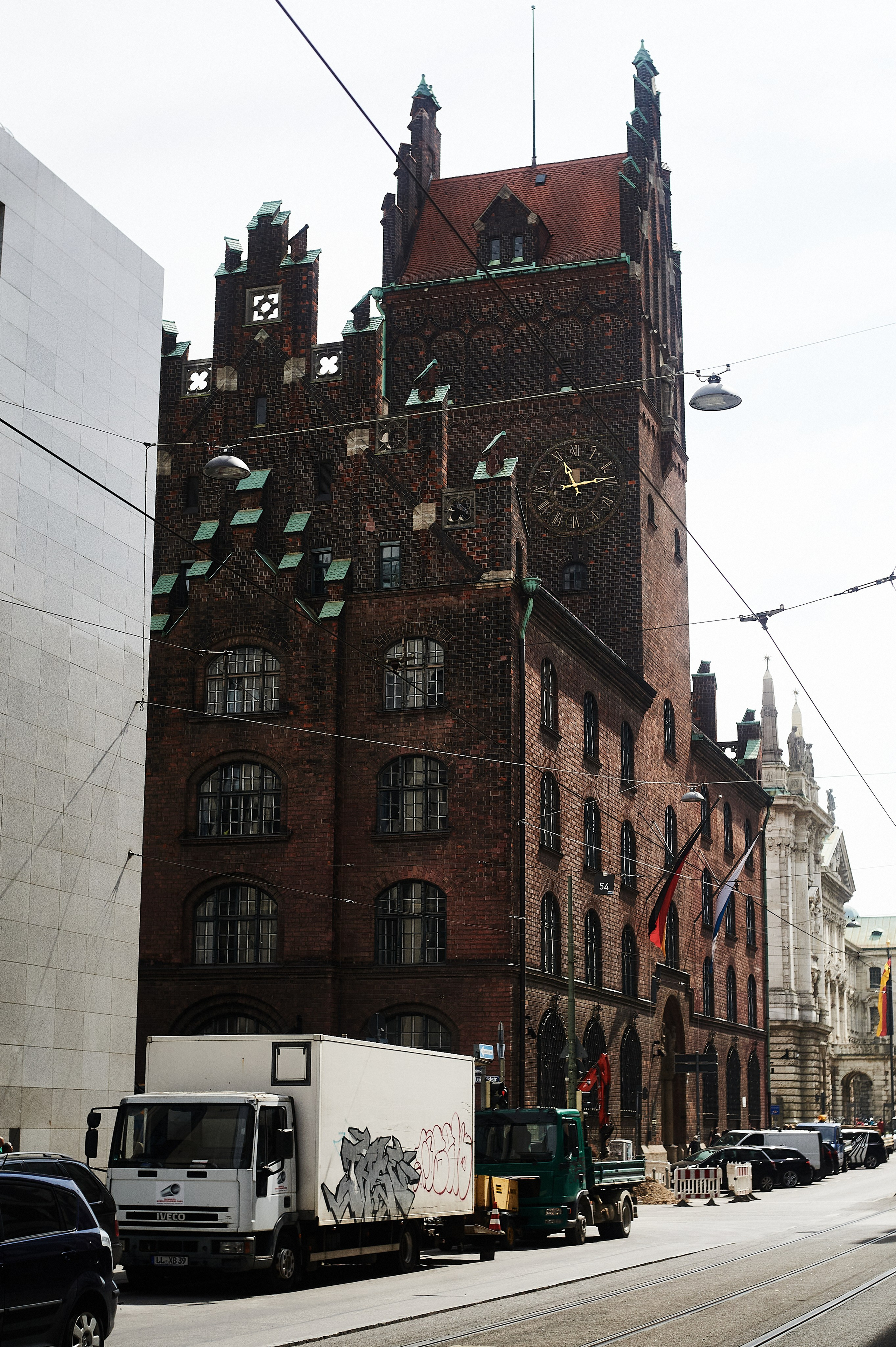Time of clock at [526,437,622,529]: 11:13
